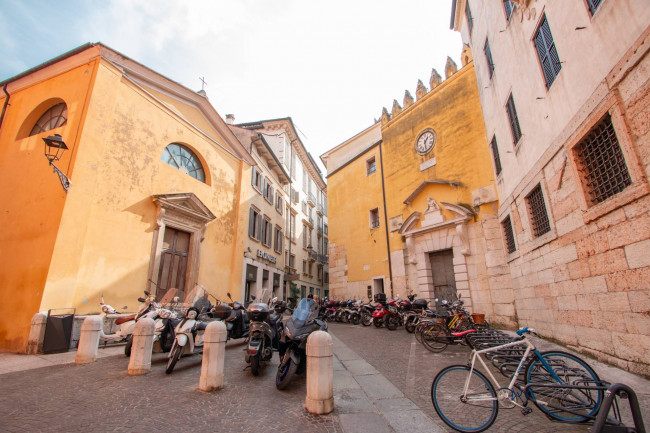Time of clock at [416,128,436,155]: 12:26
